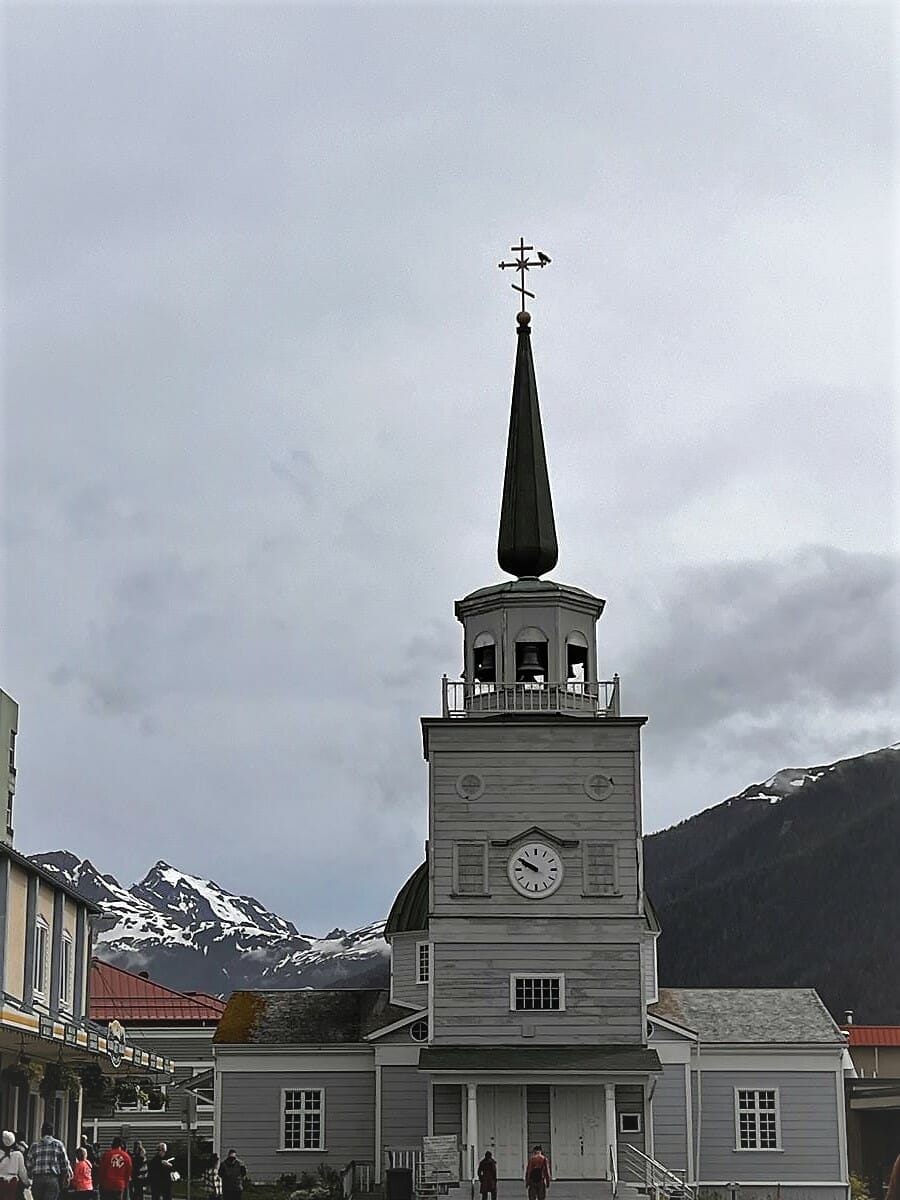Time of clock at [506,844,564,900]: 9:50
